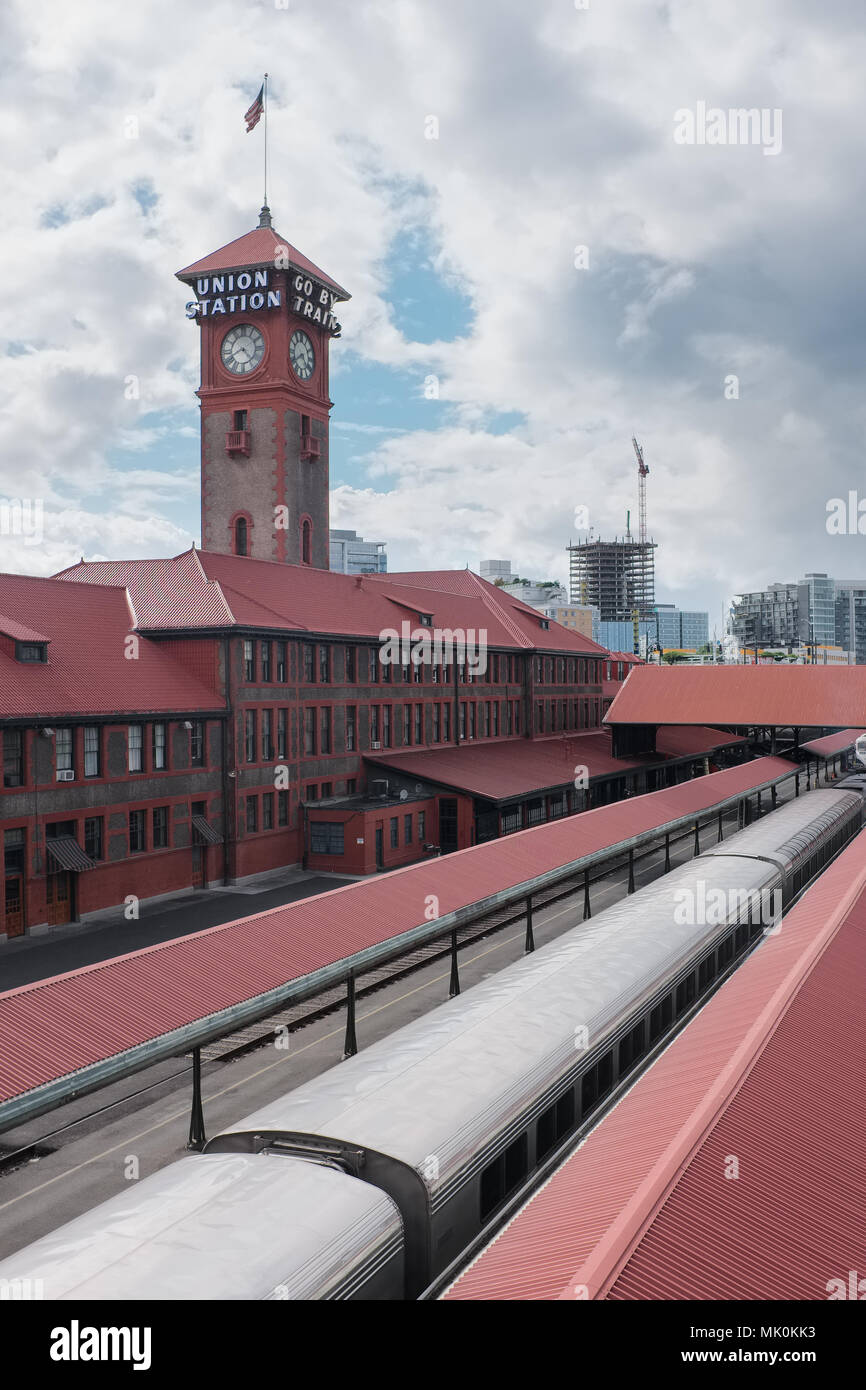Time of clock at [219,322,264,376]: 4:40
